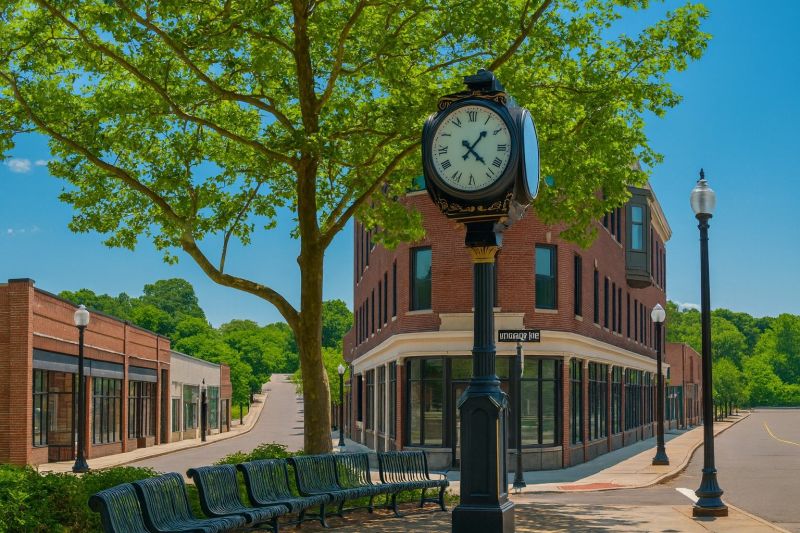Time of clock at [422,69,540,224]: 1:22
